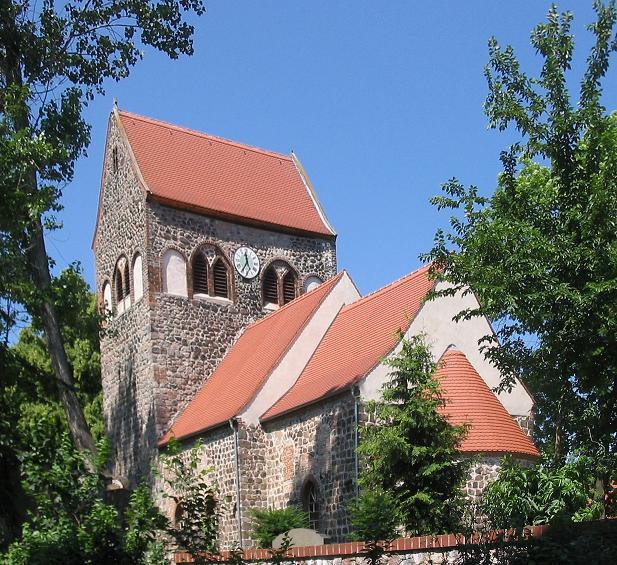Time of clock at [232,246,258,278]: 11:35
